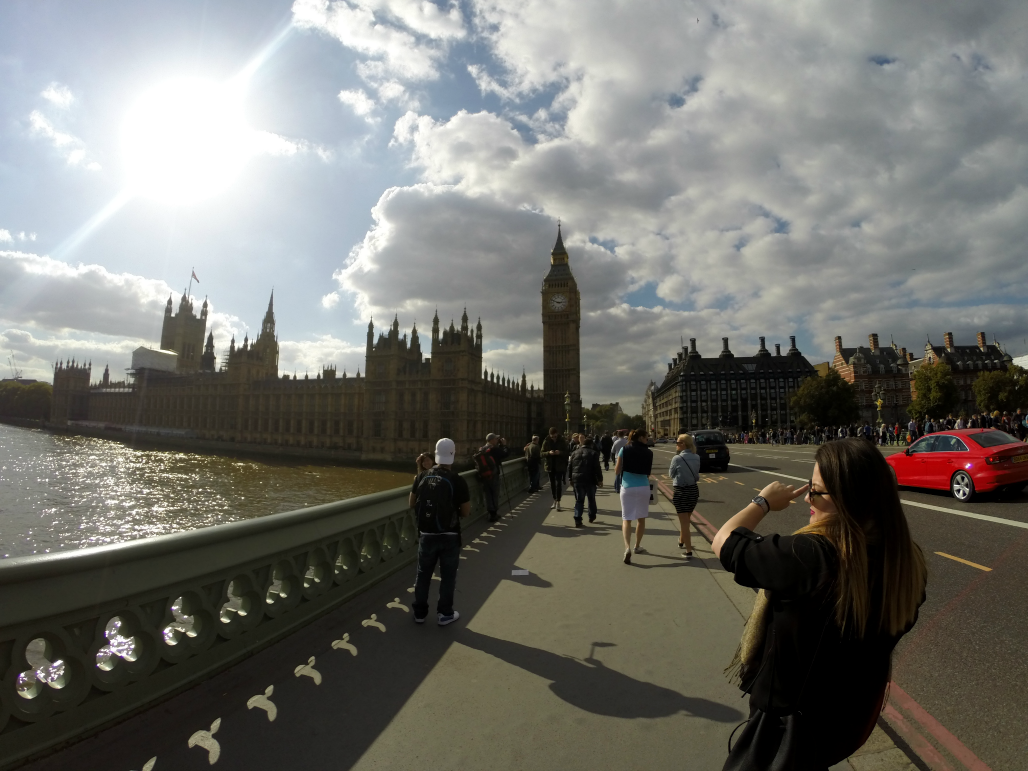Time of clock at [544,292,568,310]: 2:48
